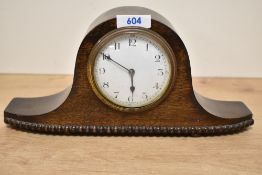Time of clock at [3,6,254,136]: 5:50
